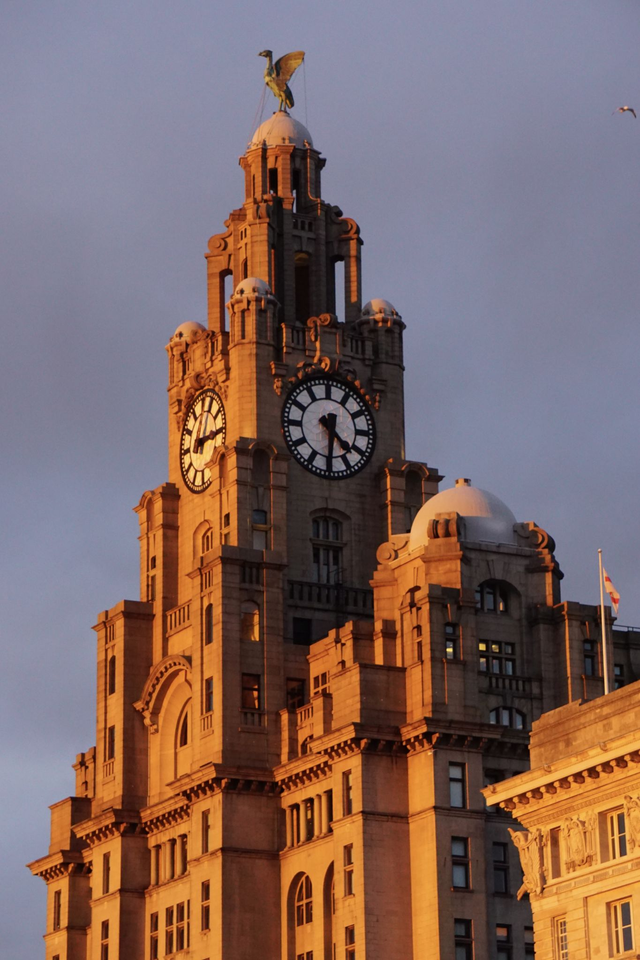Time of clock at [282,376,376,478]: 4:30
